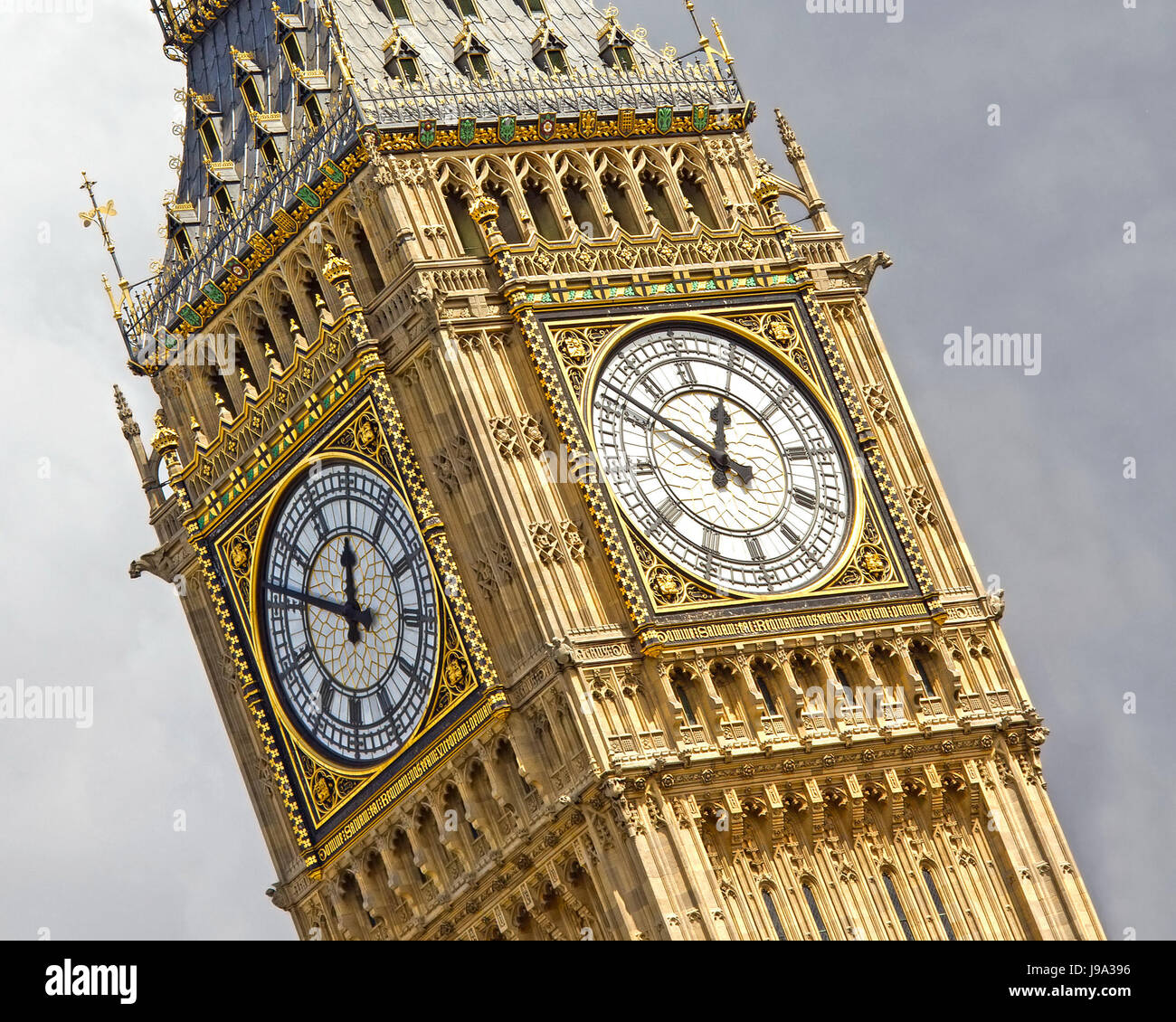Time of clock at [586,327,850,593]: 12:52
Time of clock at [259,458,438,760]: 11:46
